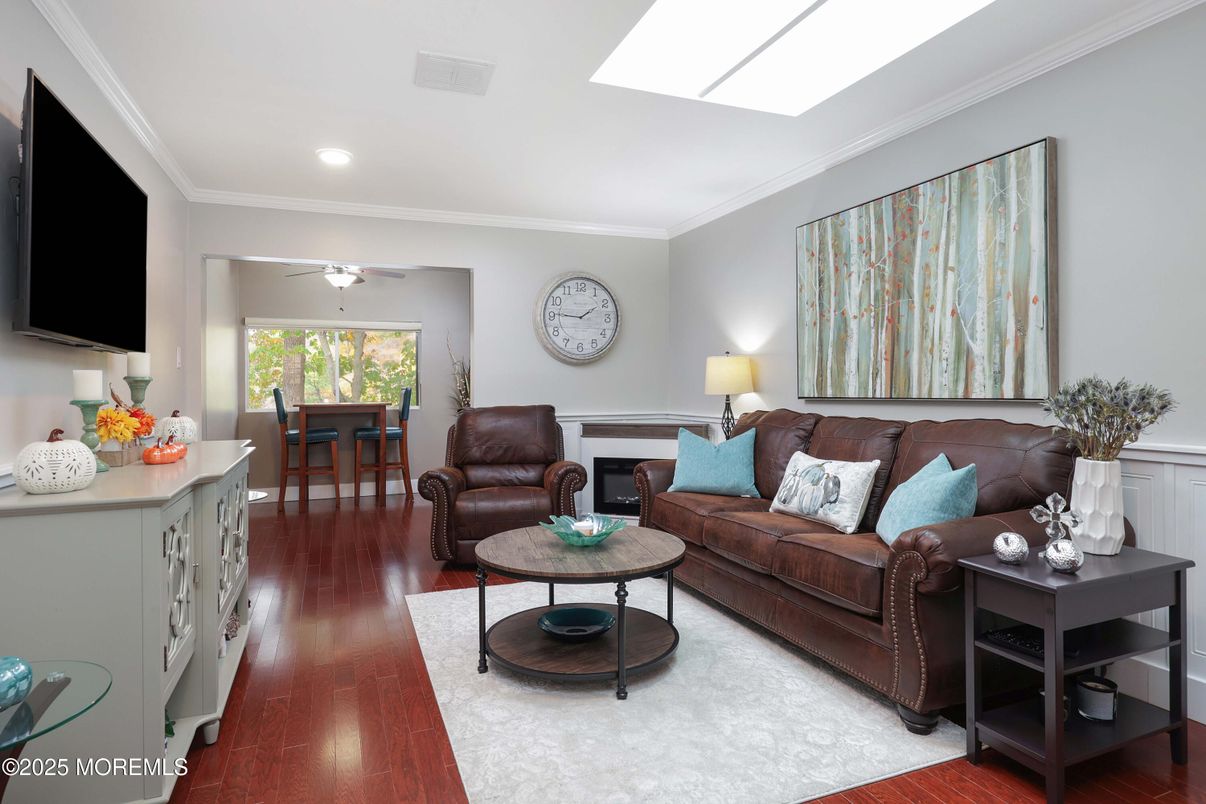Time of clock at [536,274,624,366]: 1:46
